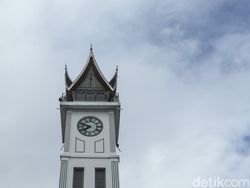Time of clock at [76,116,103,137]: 7:48
